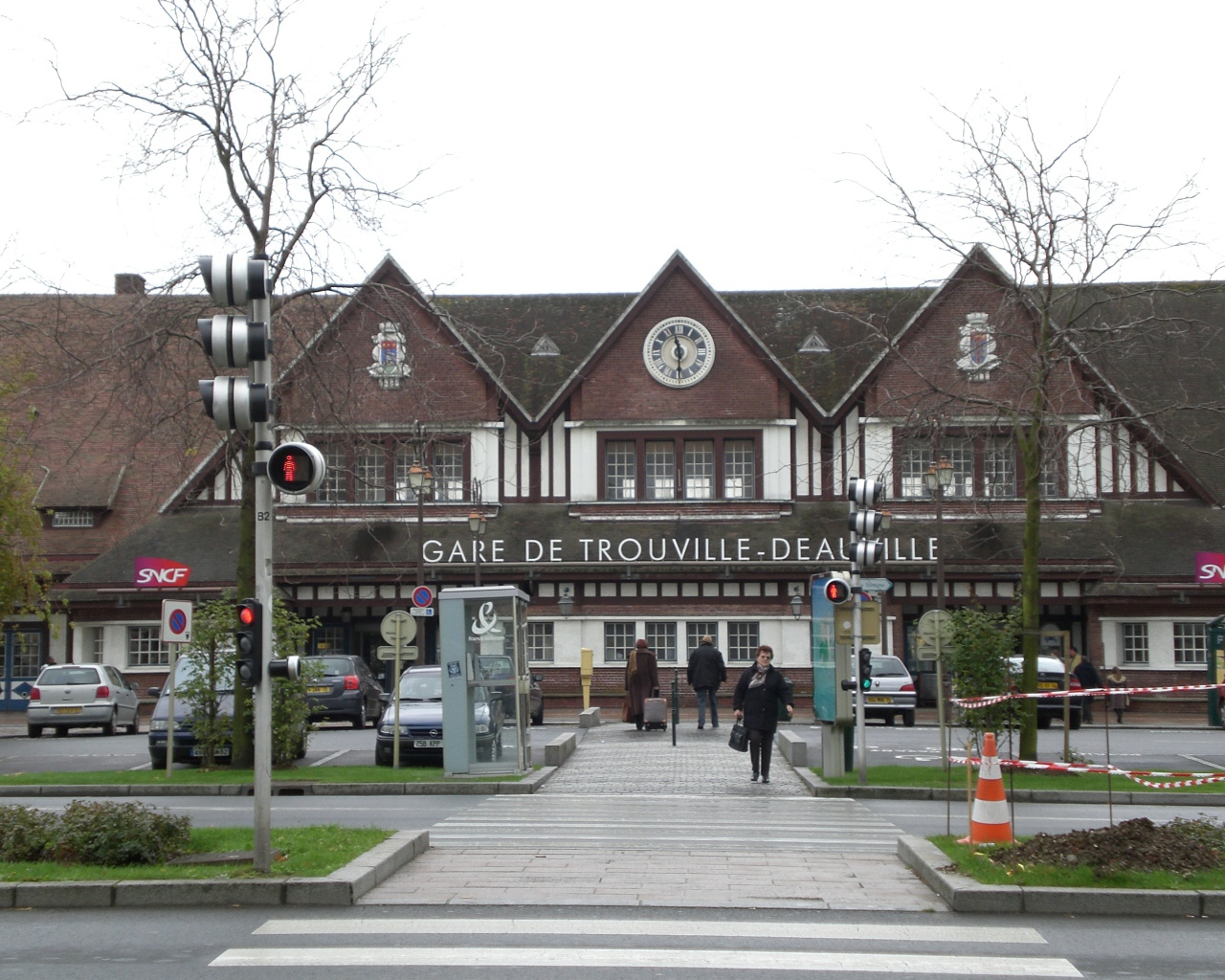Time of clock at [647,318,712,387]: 5:57
